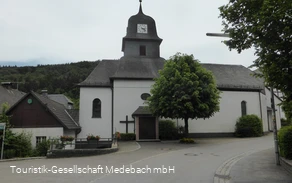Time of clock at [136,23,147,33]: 3:22
